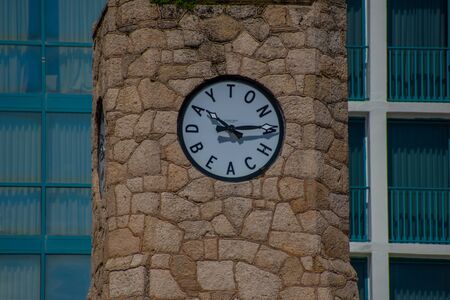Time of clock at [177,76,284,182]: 10:14
